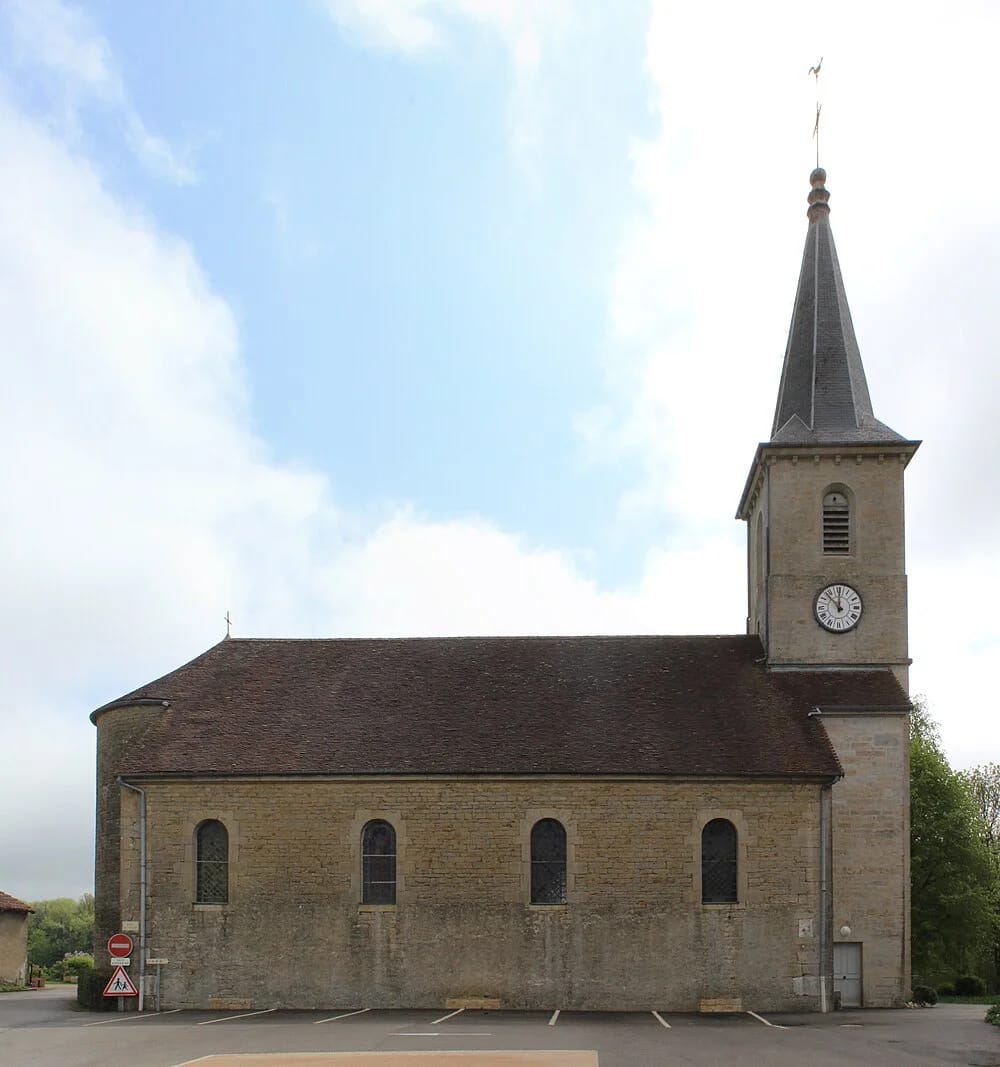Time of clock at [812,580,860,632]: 11:52
